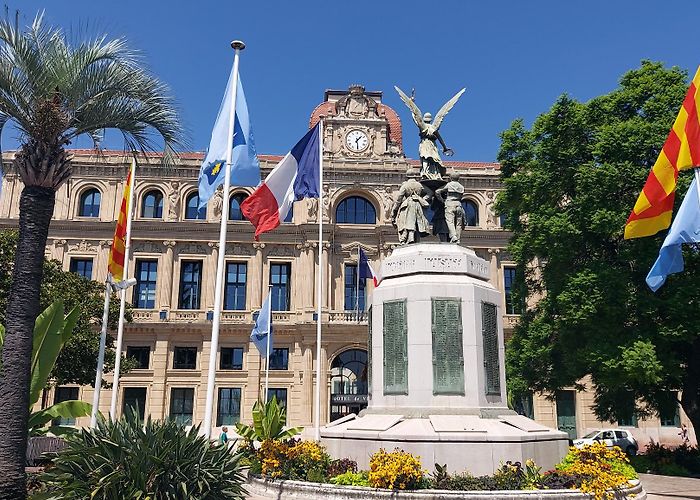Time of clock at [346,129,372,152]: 1:29
